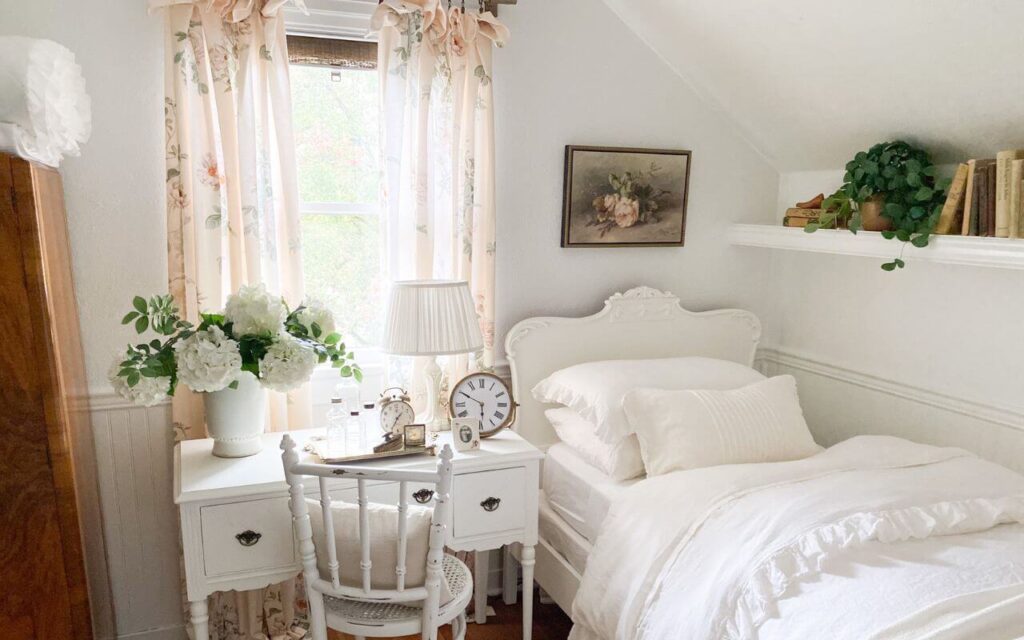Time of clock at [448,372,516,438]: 5:49
